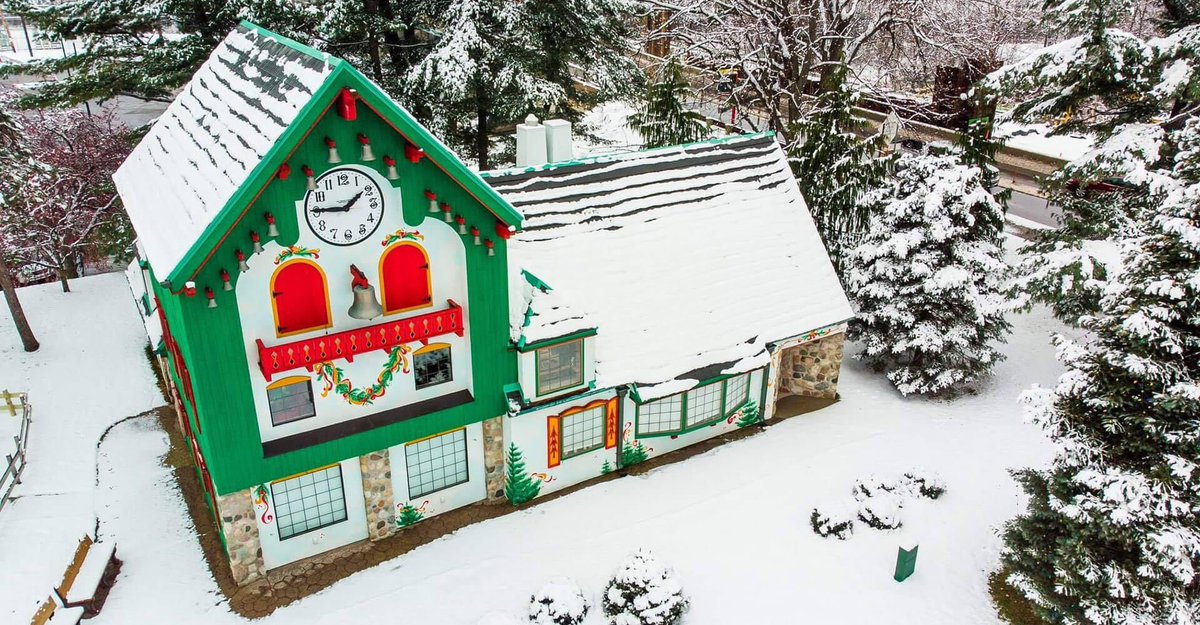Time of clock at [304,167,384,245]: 1:45
